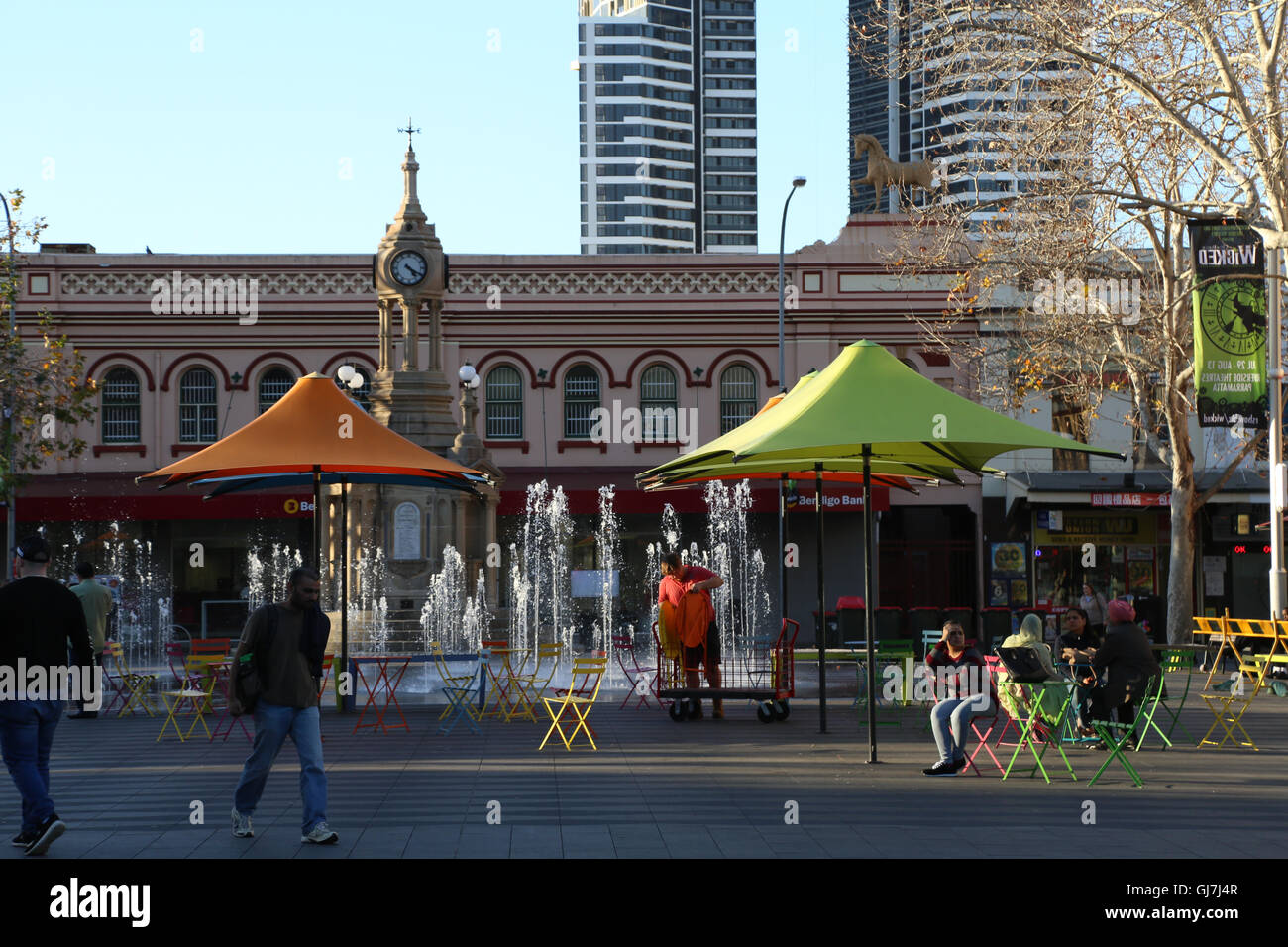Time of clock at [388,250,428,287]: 4:19
